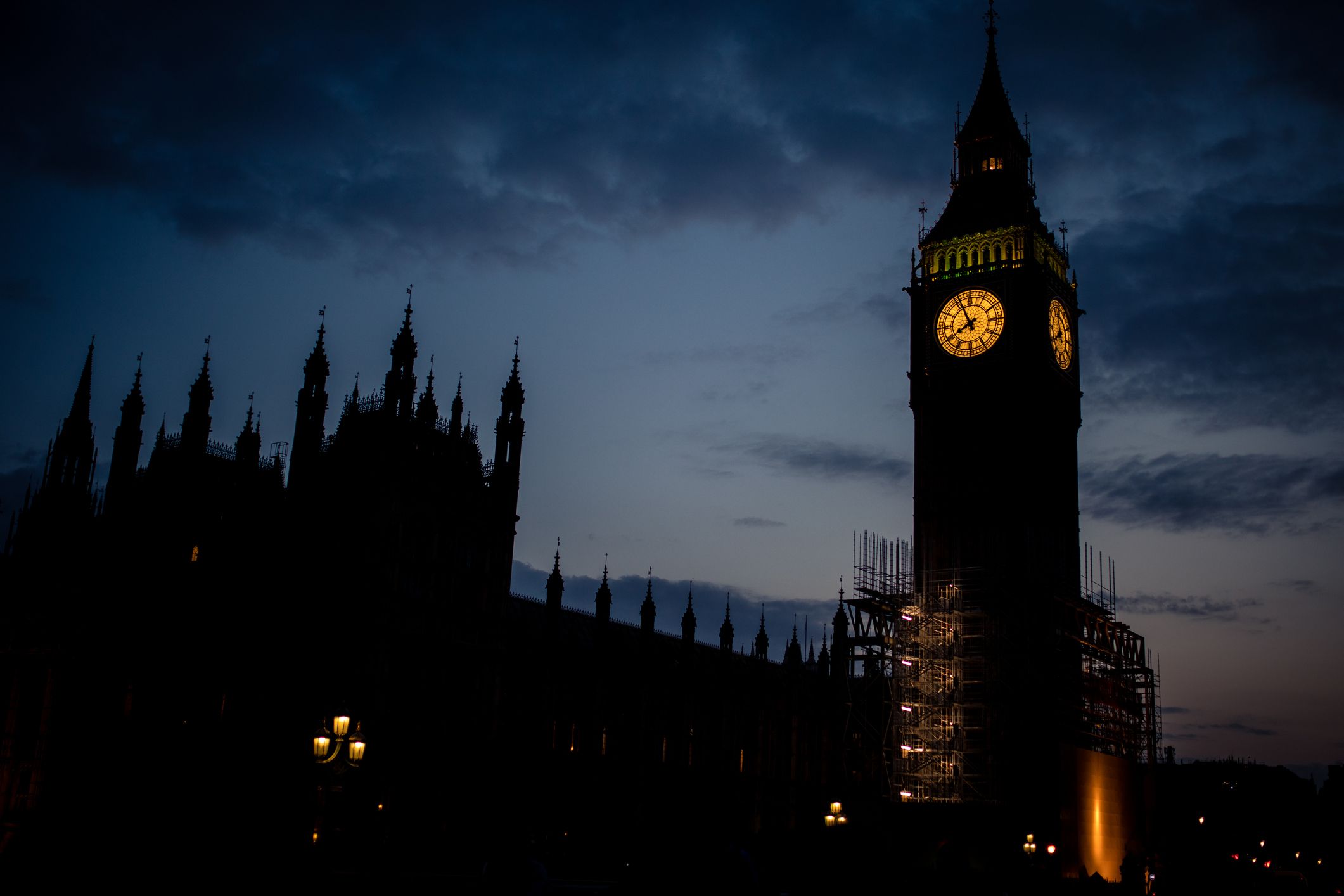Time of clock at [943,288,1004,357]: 7:55
